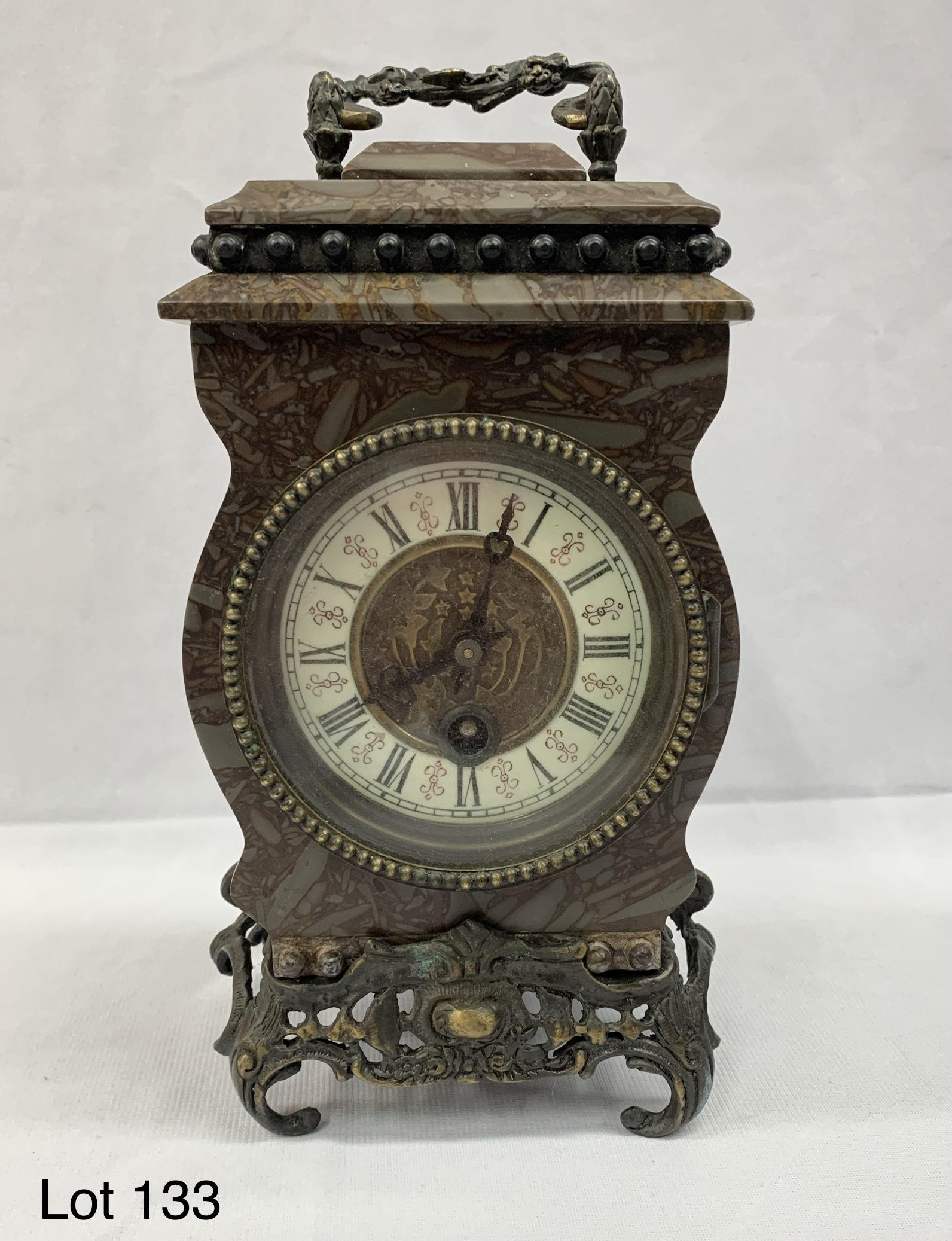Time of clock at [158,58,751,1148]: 8:03
